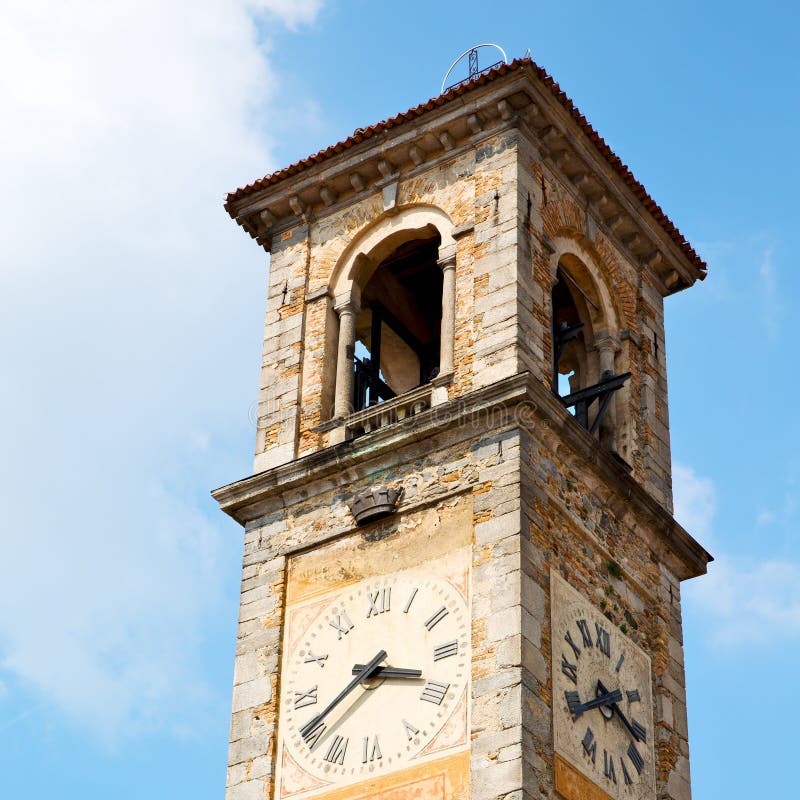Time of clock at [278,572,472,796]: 3:40
